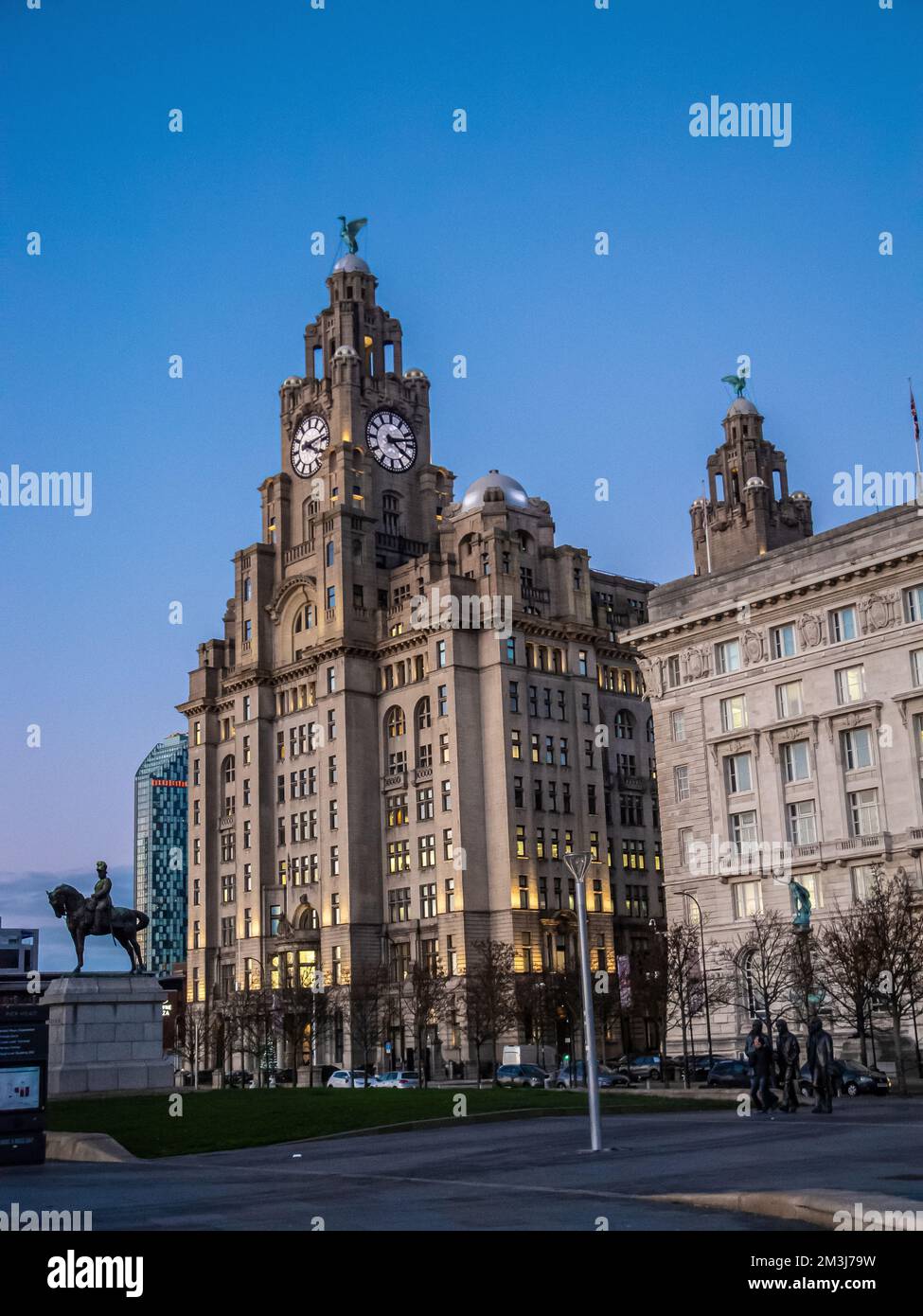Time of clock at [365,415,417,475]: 4:12
